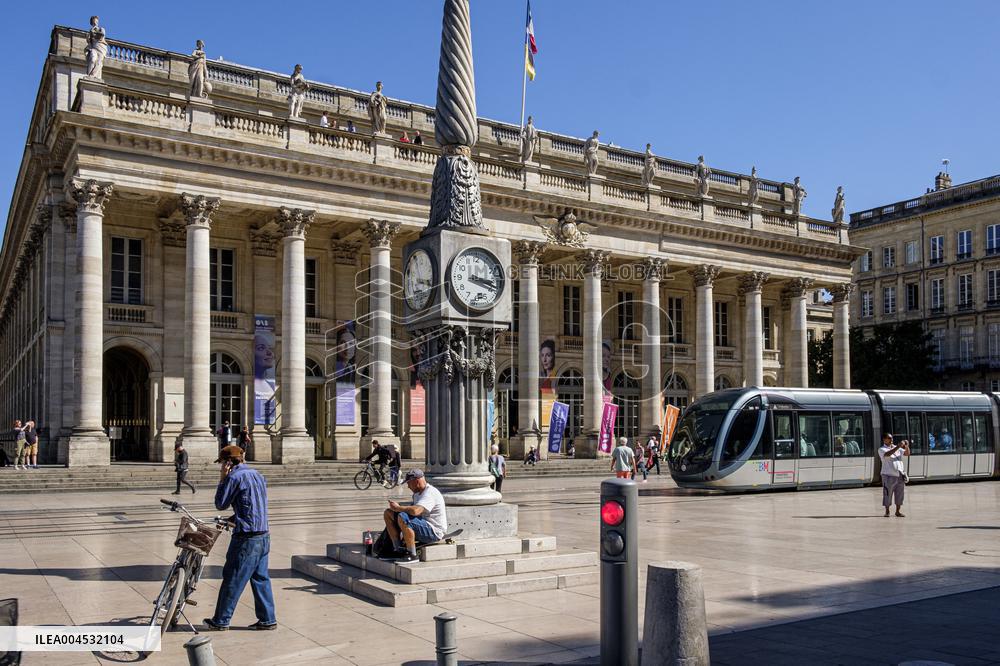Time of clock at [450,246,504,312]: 3:18
